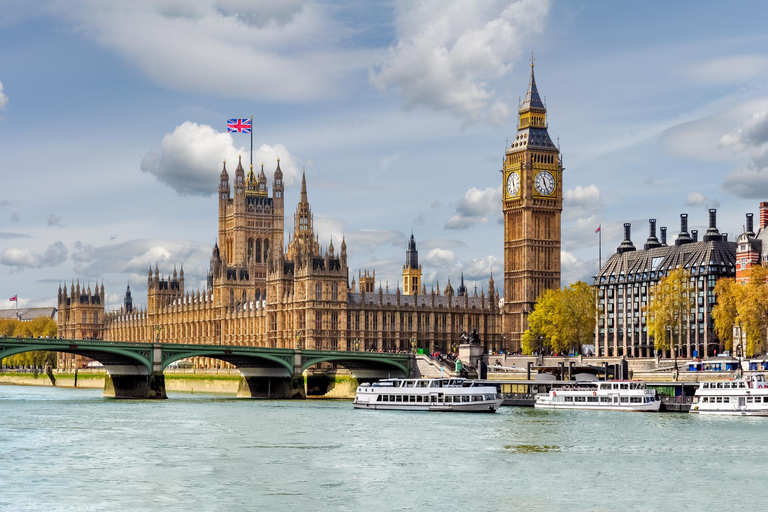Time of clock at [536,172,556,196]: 11:26
